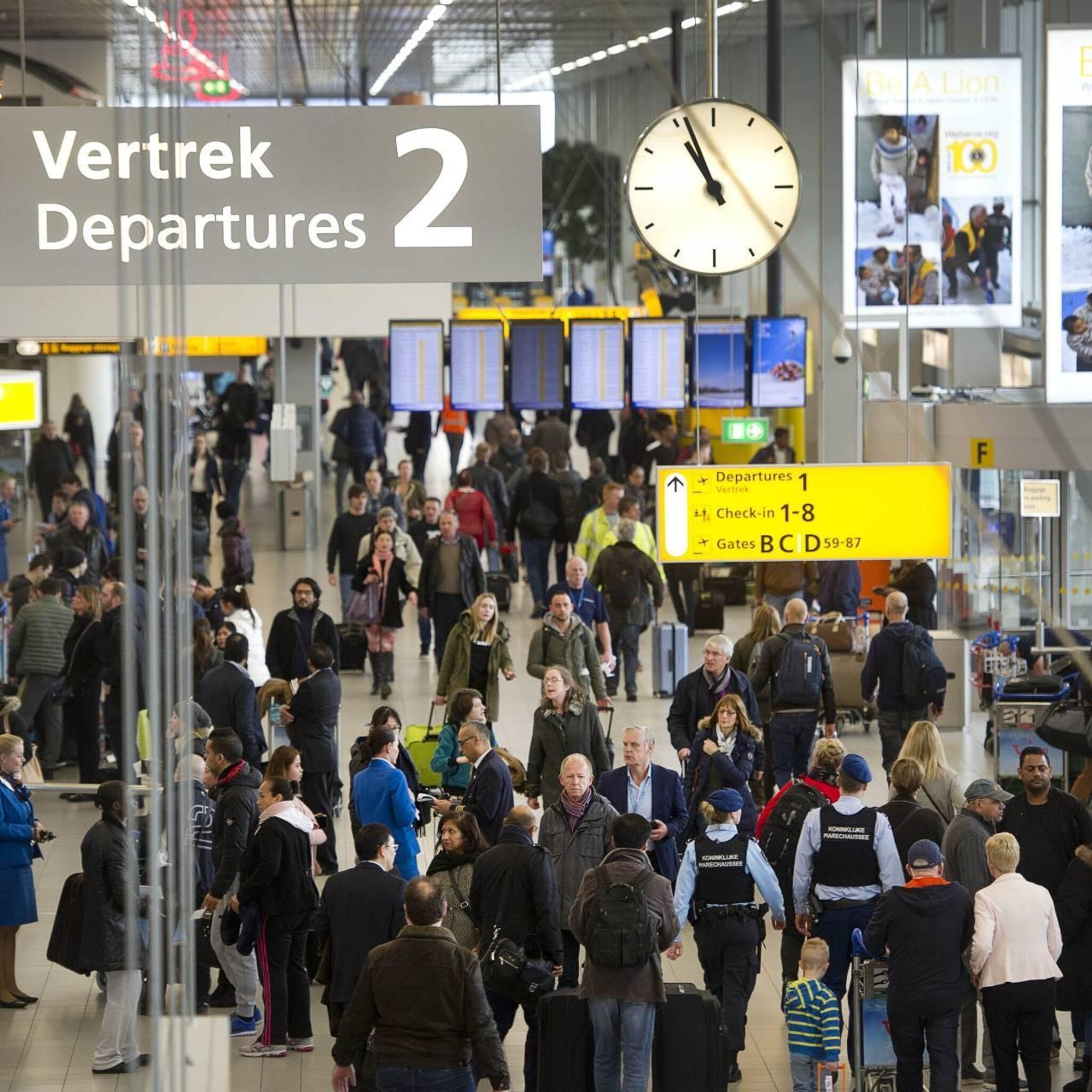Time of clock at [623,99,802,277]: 10:56
